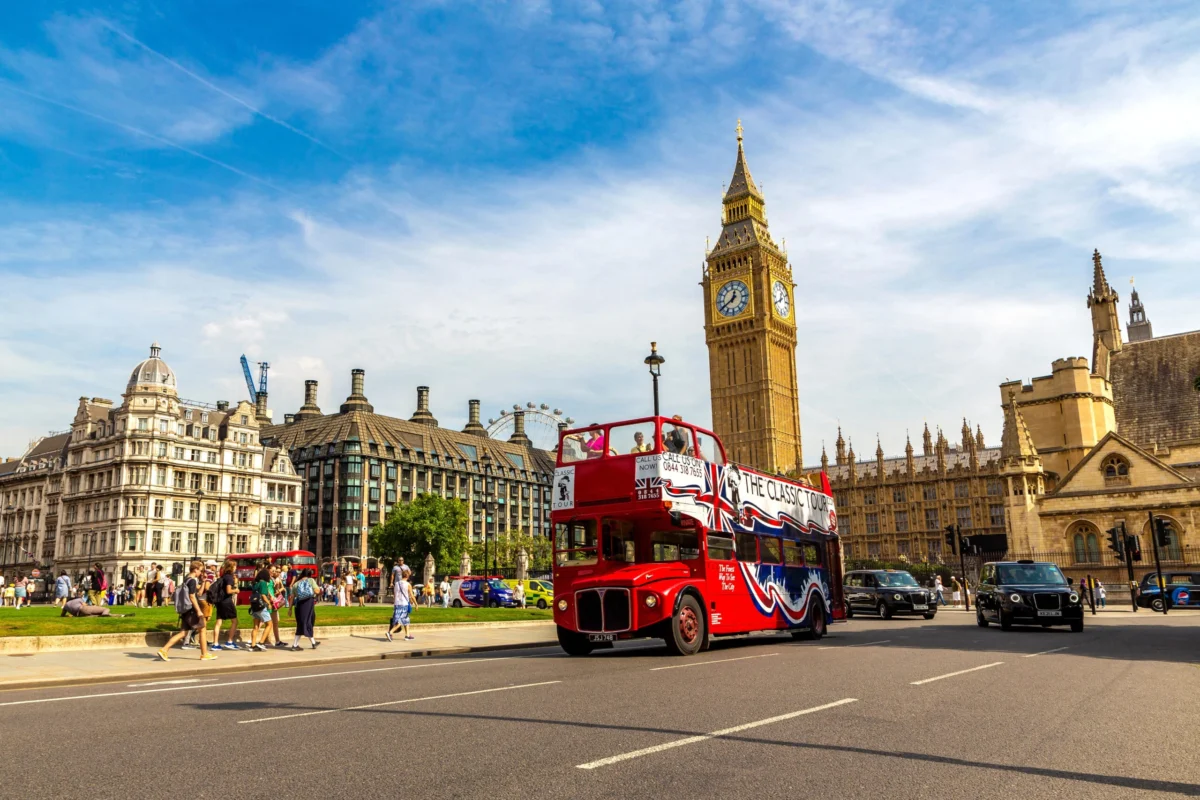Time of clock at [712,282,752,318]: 12:39
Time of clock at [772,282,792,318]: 12:40
